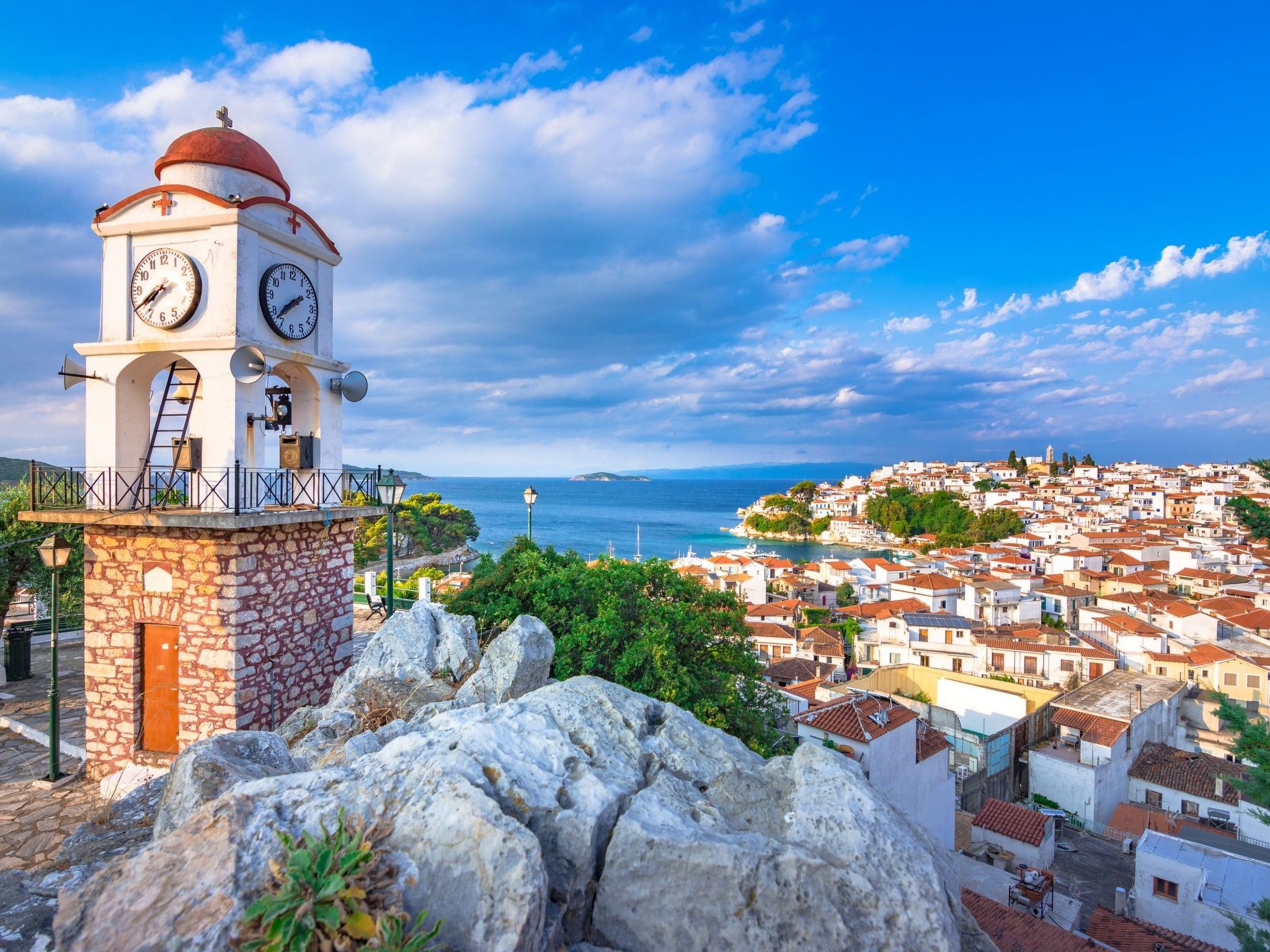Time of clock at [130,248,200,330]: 7:39
